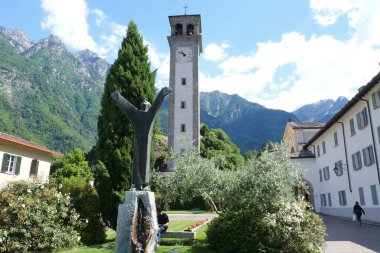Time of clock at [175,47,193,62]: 10:48
